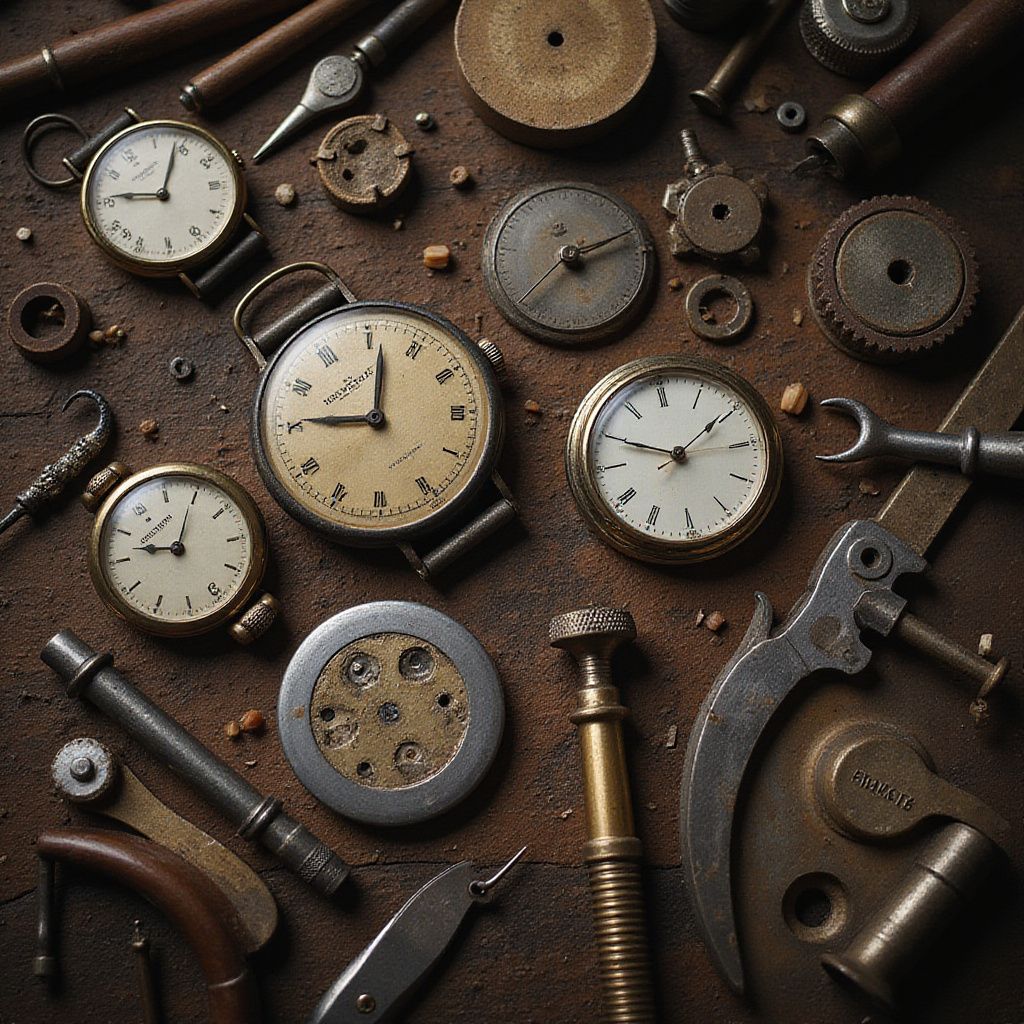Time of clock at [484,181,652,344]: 2:11
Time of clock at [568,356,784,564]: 1:49
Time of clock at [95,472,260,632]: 9:04
